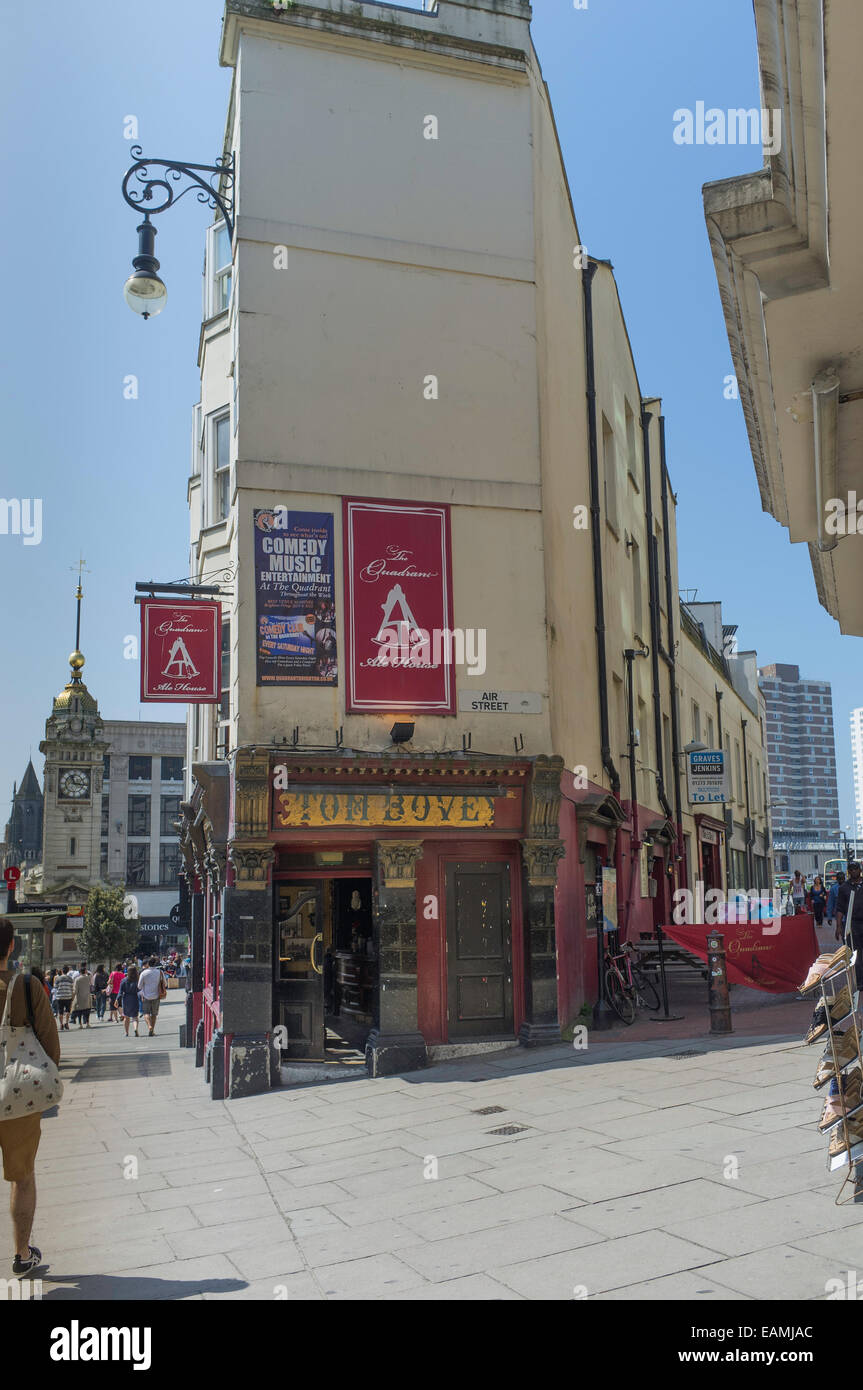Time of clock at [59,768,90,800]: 11:16
